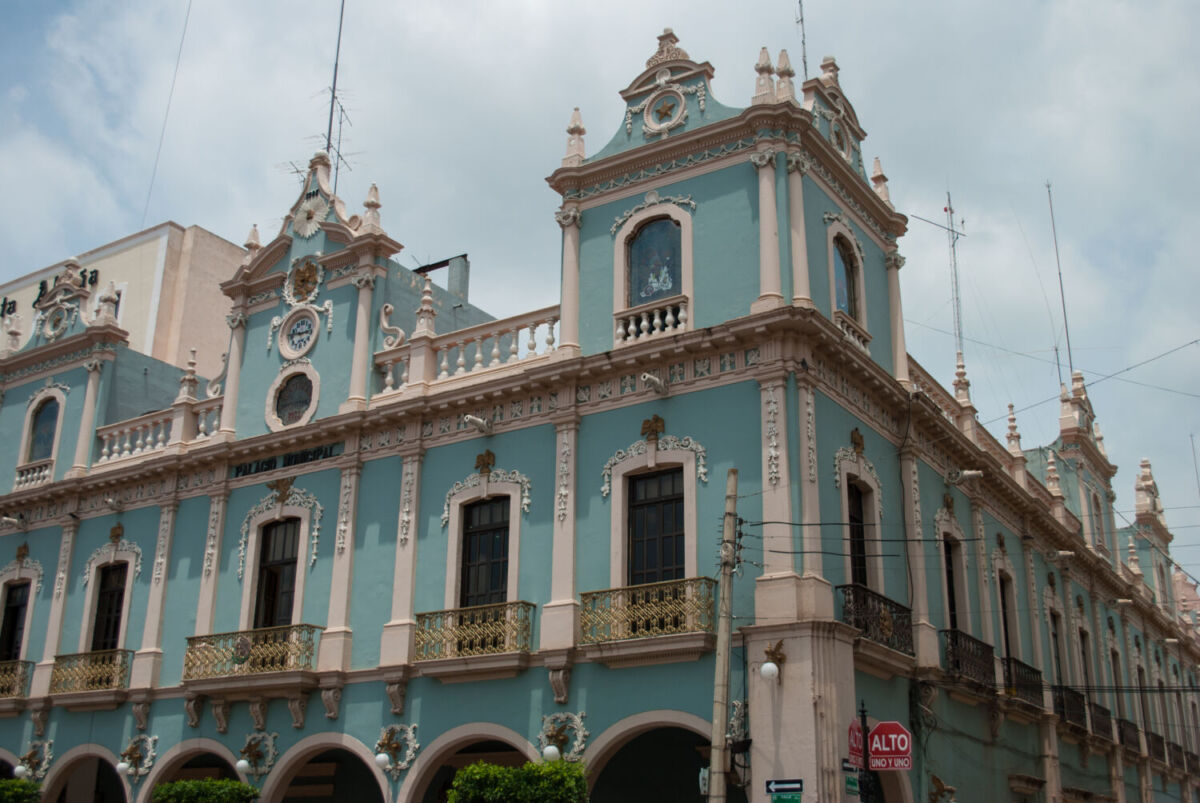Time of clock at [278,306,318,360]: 2:45
